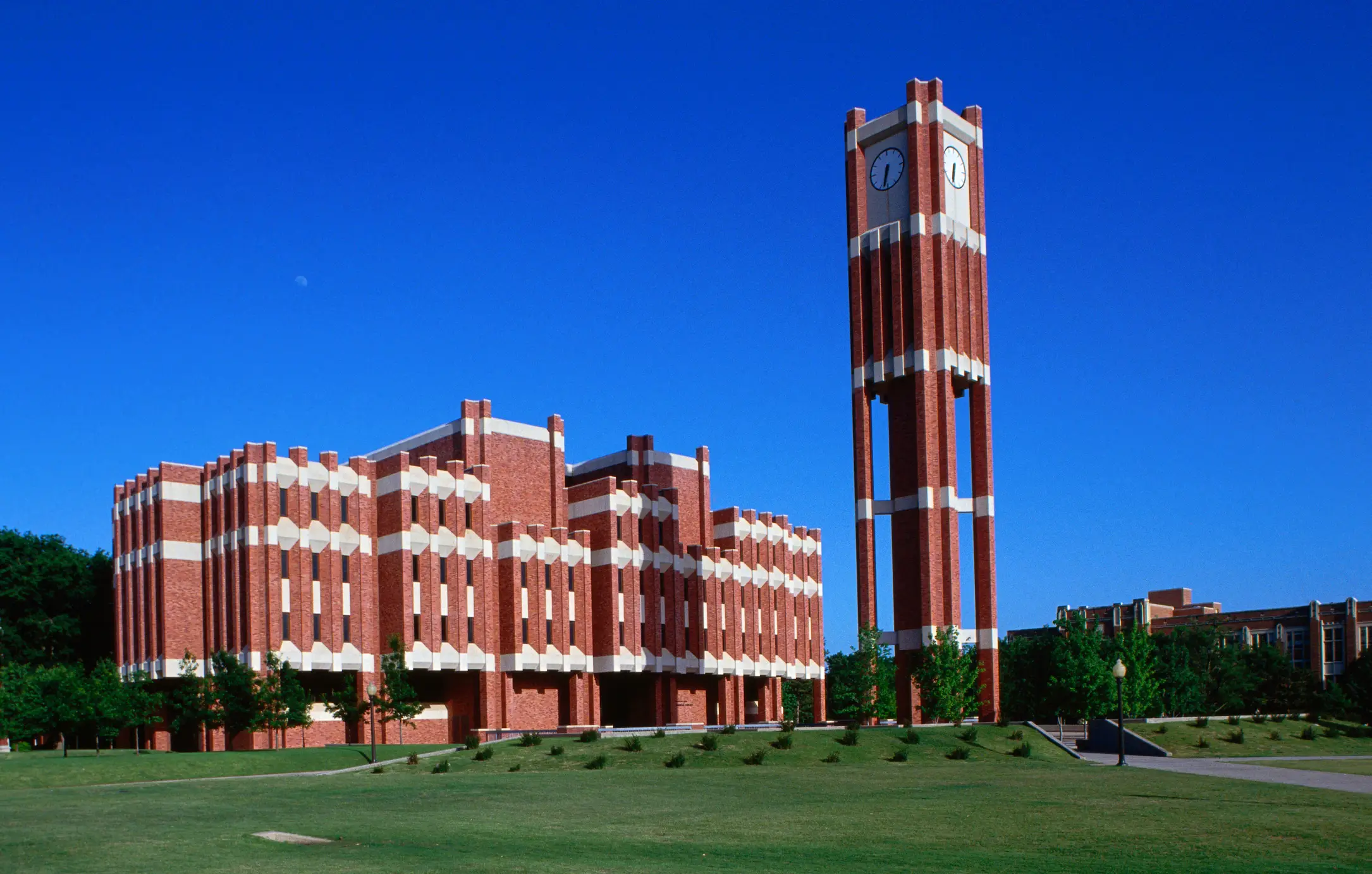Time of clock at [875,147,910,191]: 6:32
